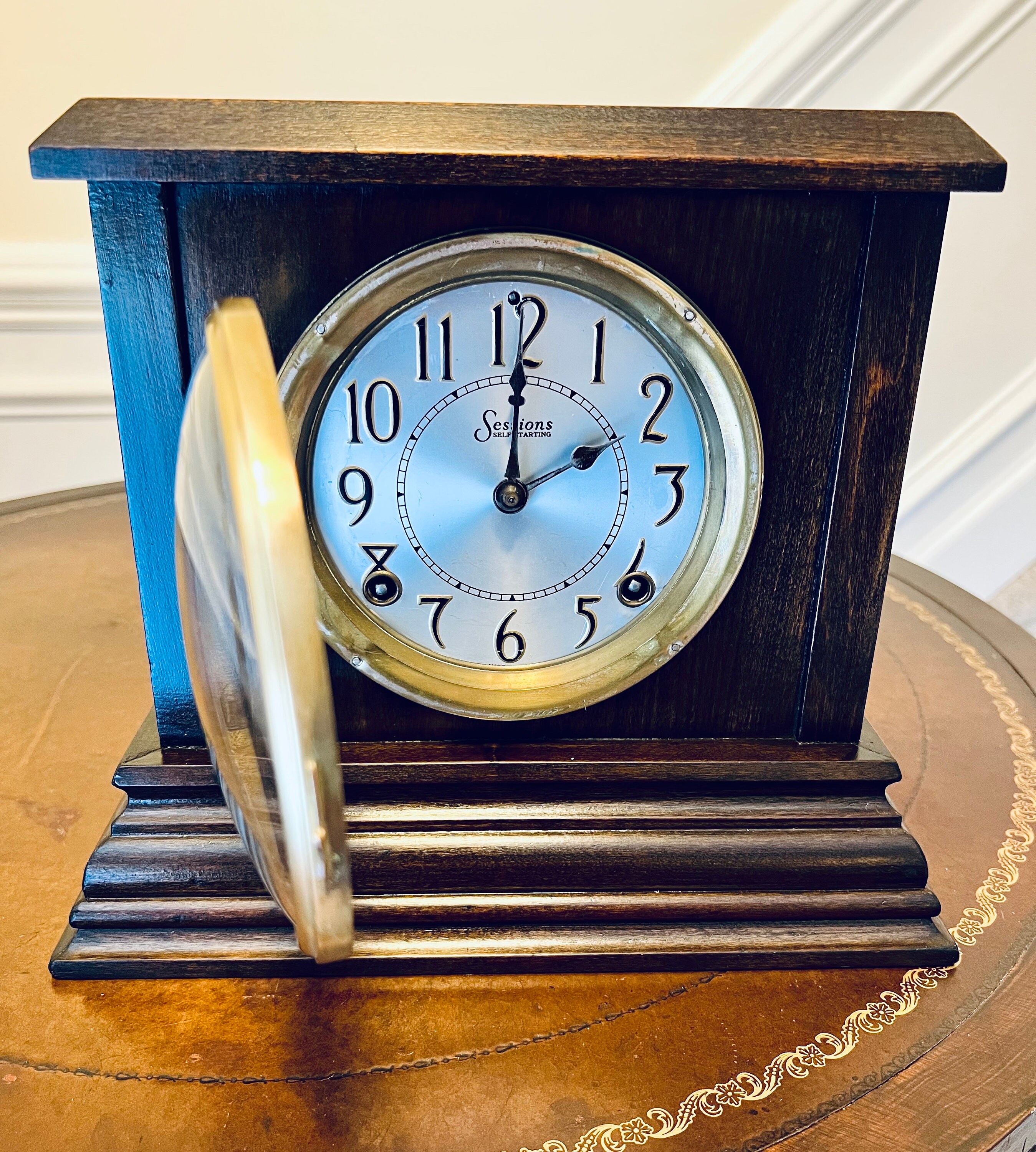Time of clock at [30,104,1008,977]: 2:00
